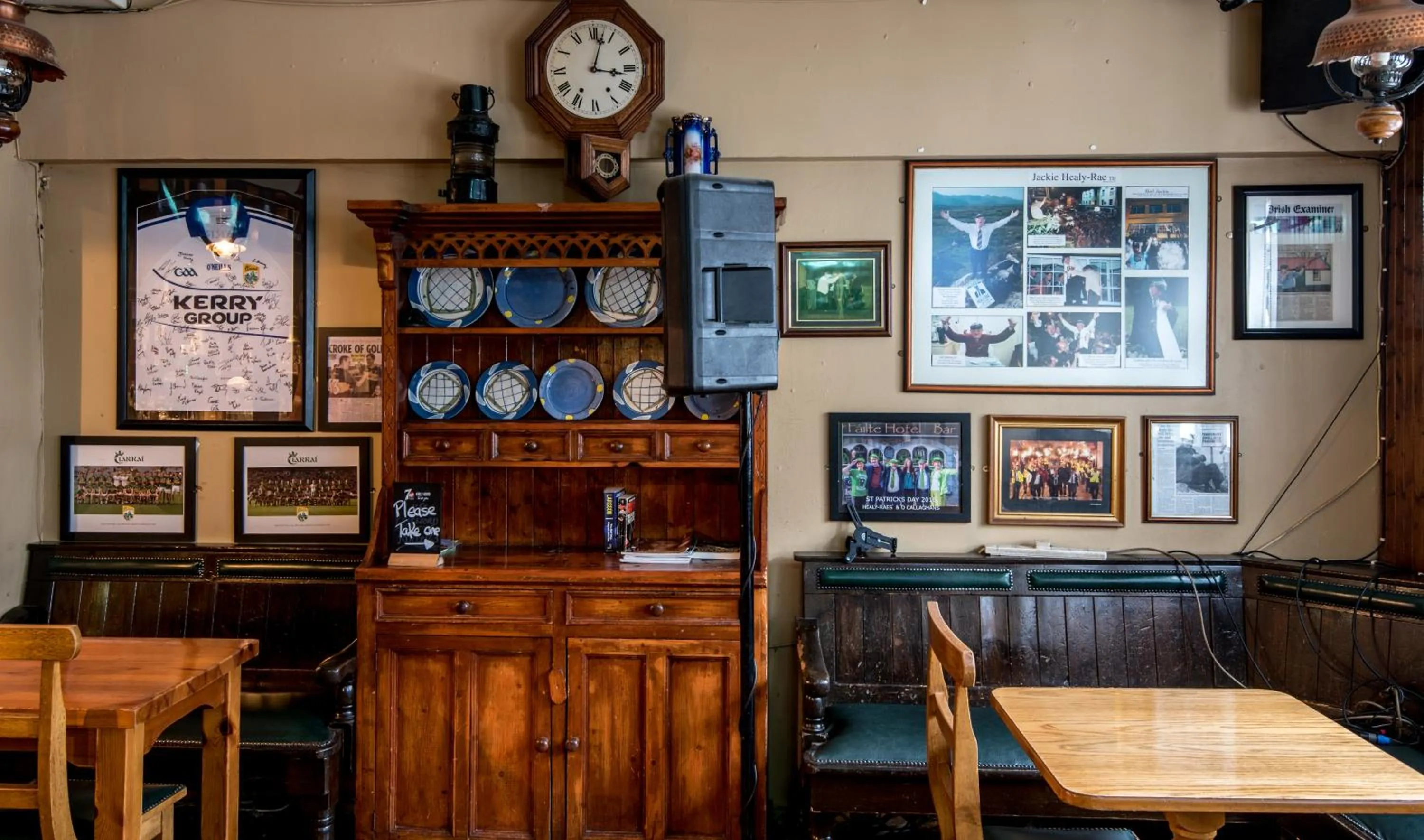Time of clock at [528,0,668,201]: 3:02
